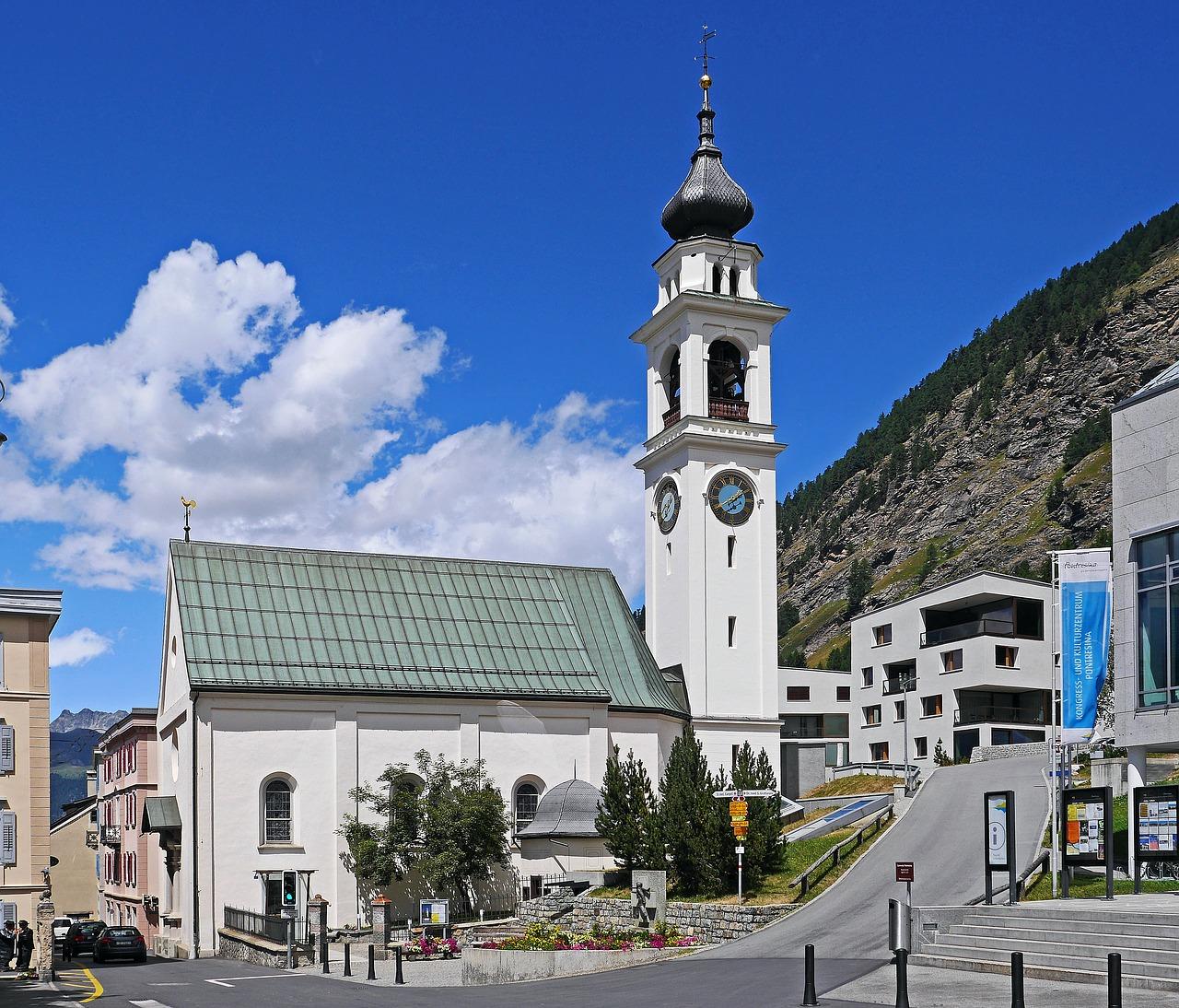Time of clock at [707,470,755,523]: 1:40
